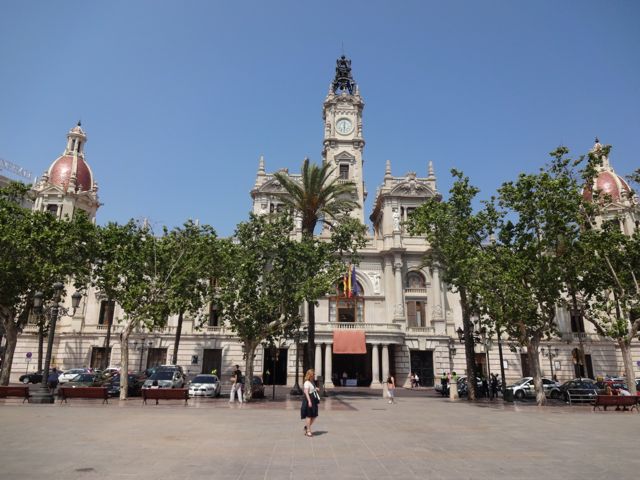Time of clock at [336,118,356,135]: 12:30
